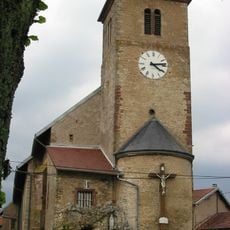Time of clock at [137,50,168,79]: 4:13
